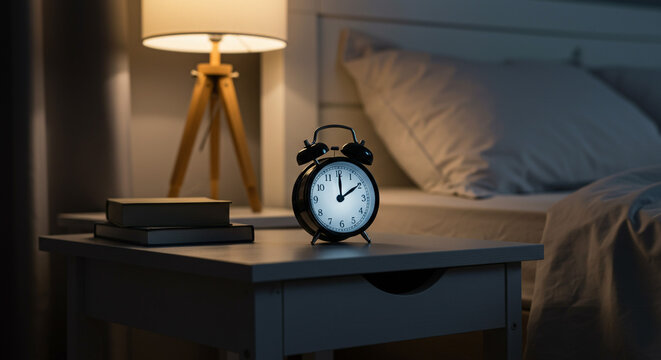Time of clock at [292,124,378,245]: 2:00
